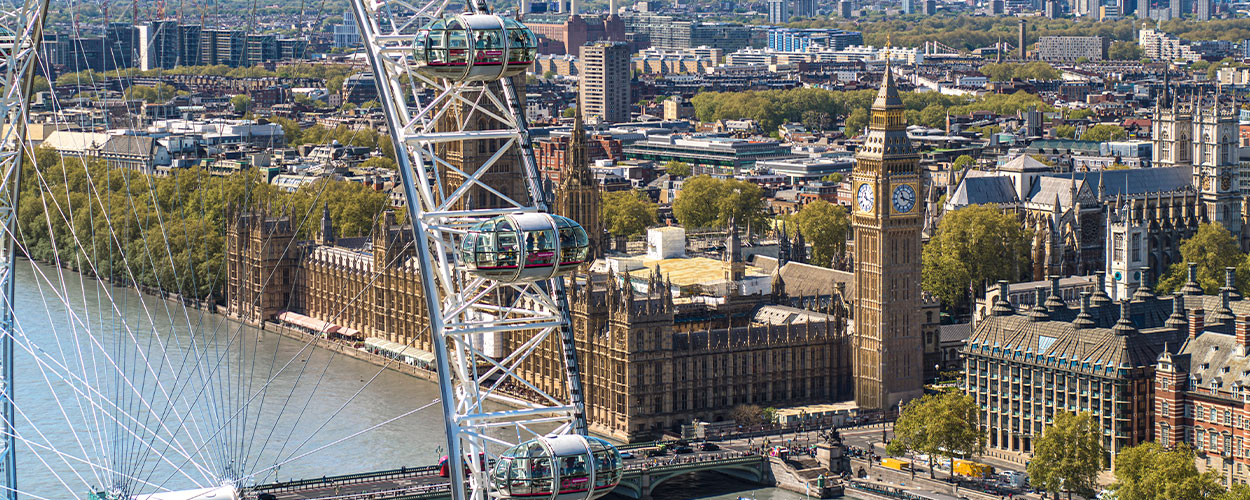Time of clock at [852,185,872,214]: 11:18
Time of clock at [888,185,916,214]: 11:17
